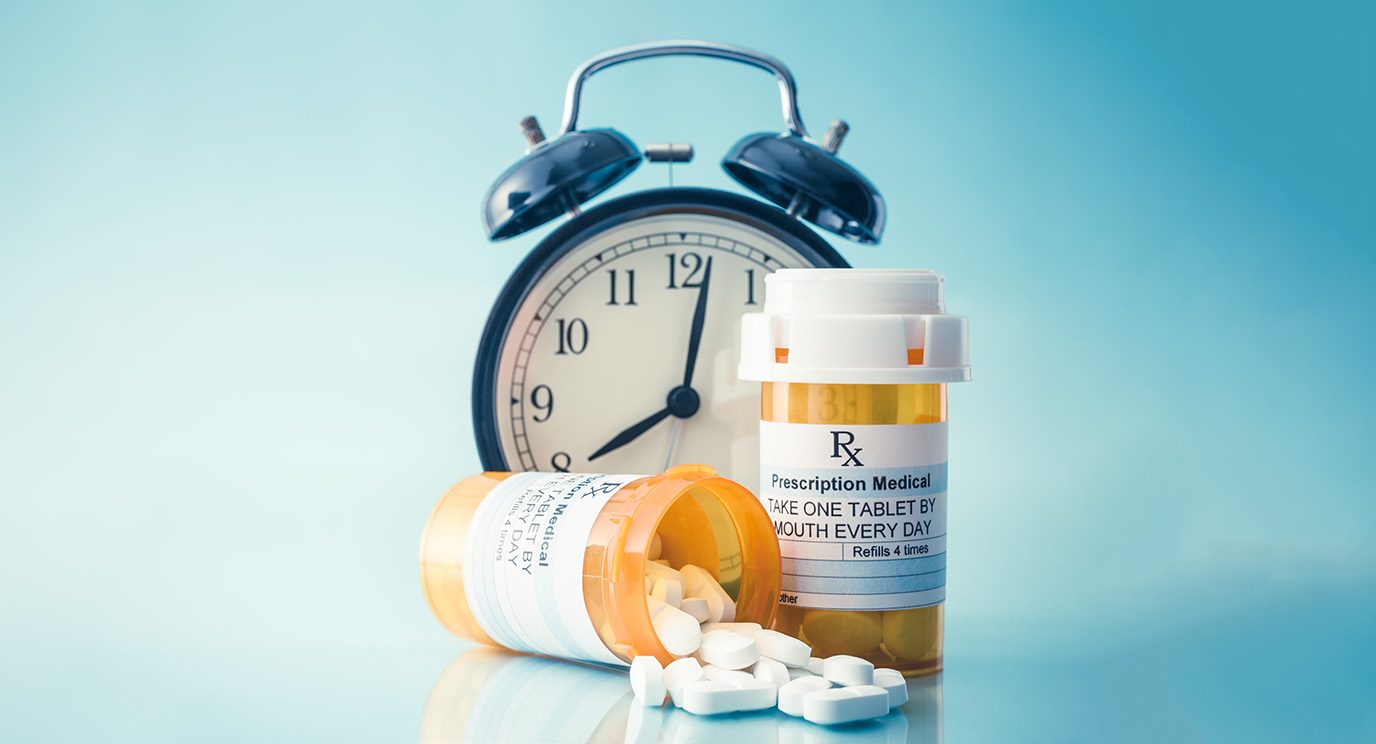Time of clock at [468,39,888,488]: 8:02
